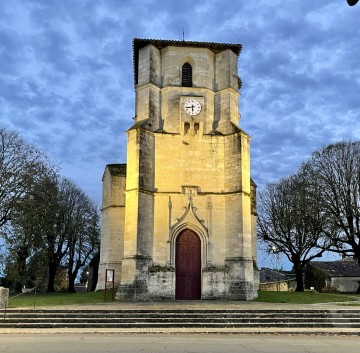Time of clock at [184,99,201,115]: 5:43
